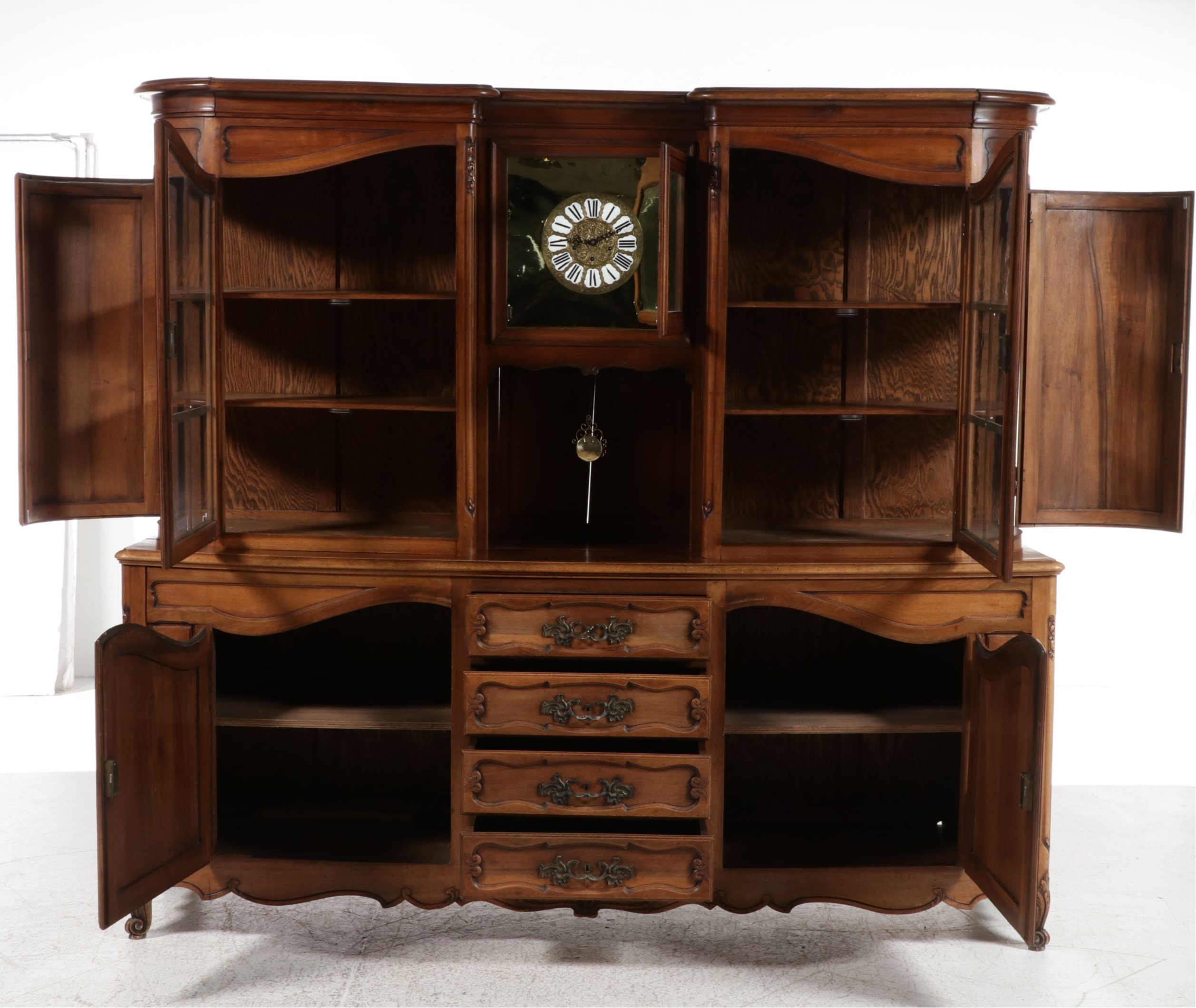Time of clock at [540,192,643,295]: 9:10
